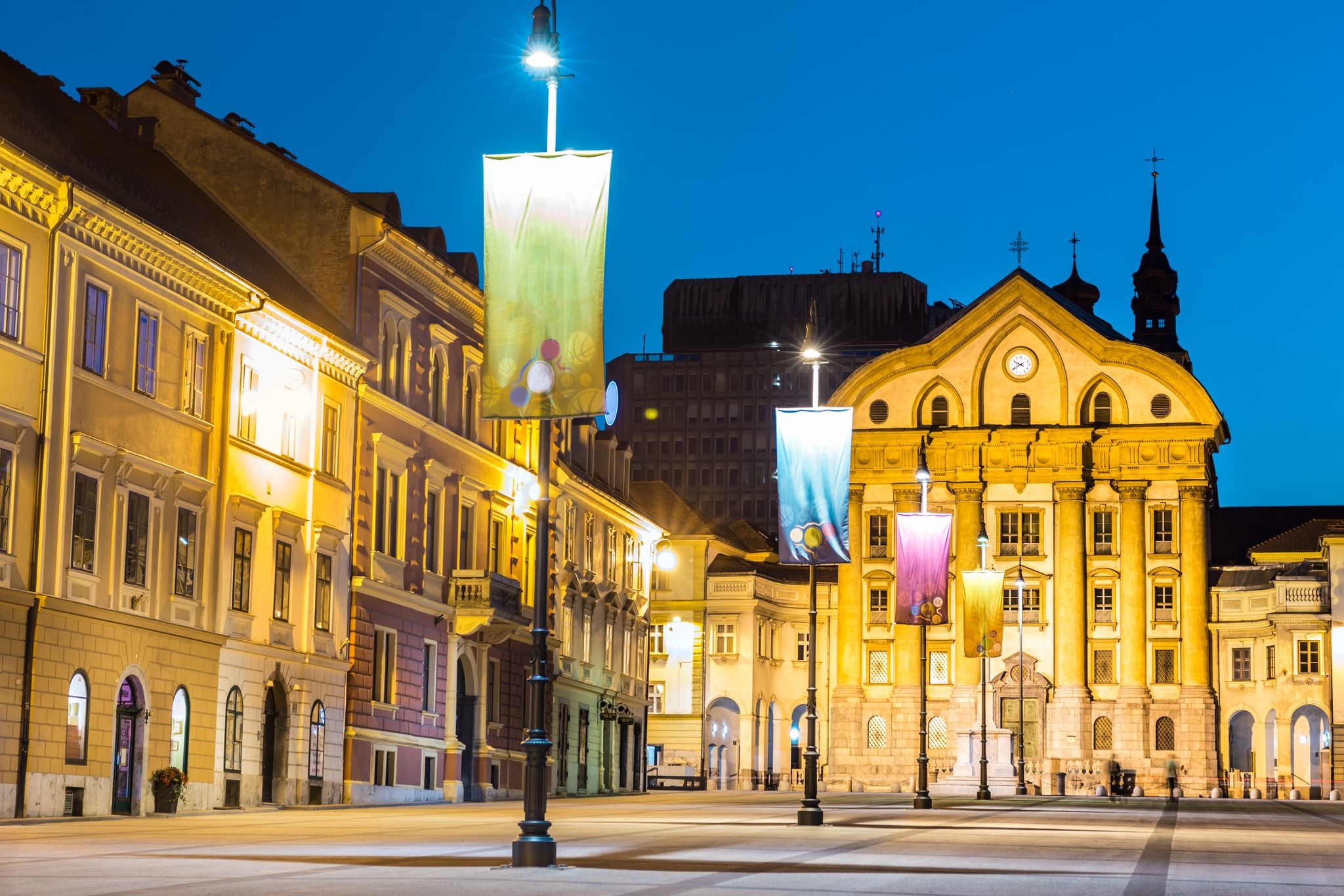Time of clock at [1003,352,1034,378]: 9:40
